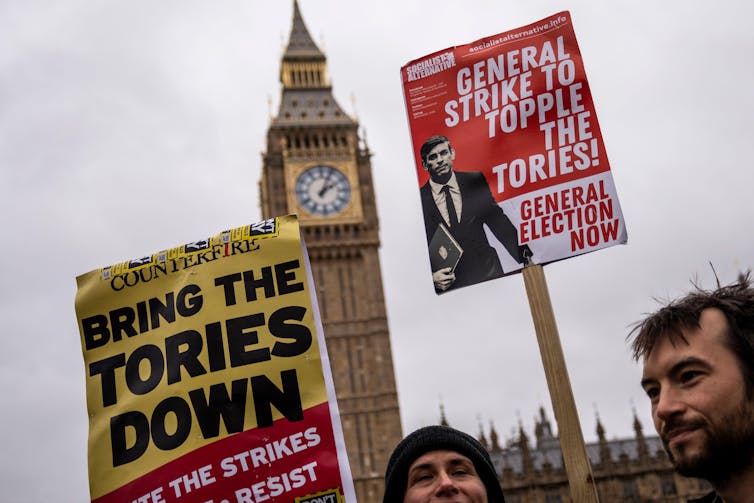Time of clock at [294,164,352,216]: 2:04
